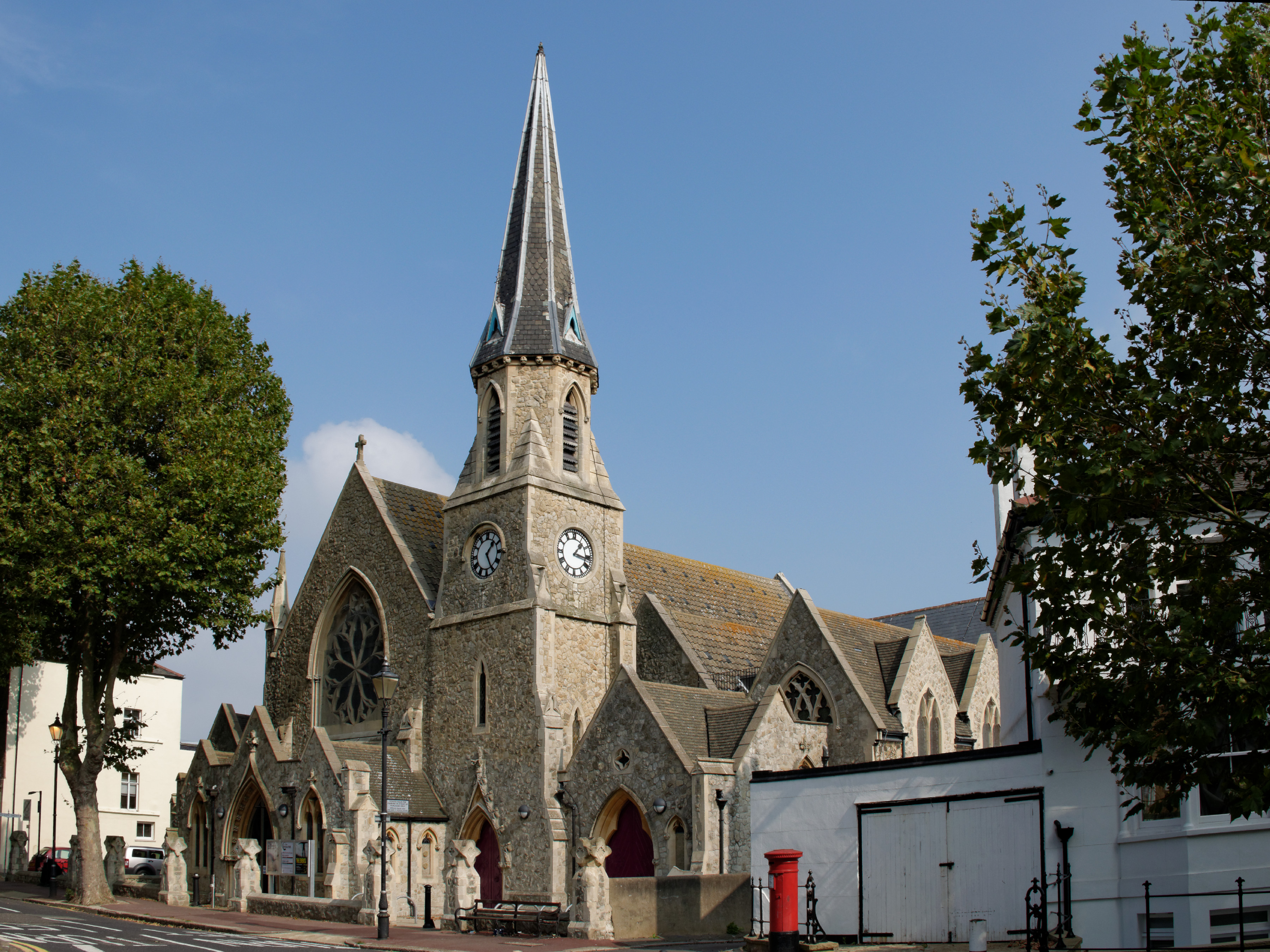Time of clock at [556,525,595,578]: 1:16
